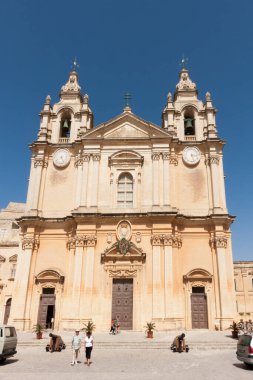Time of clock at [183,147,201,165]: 3:27
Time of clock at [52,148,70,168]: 7:25
